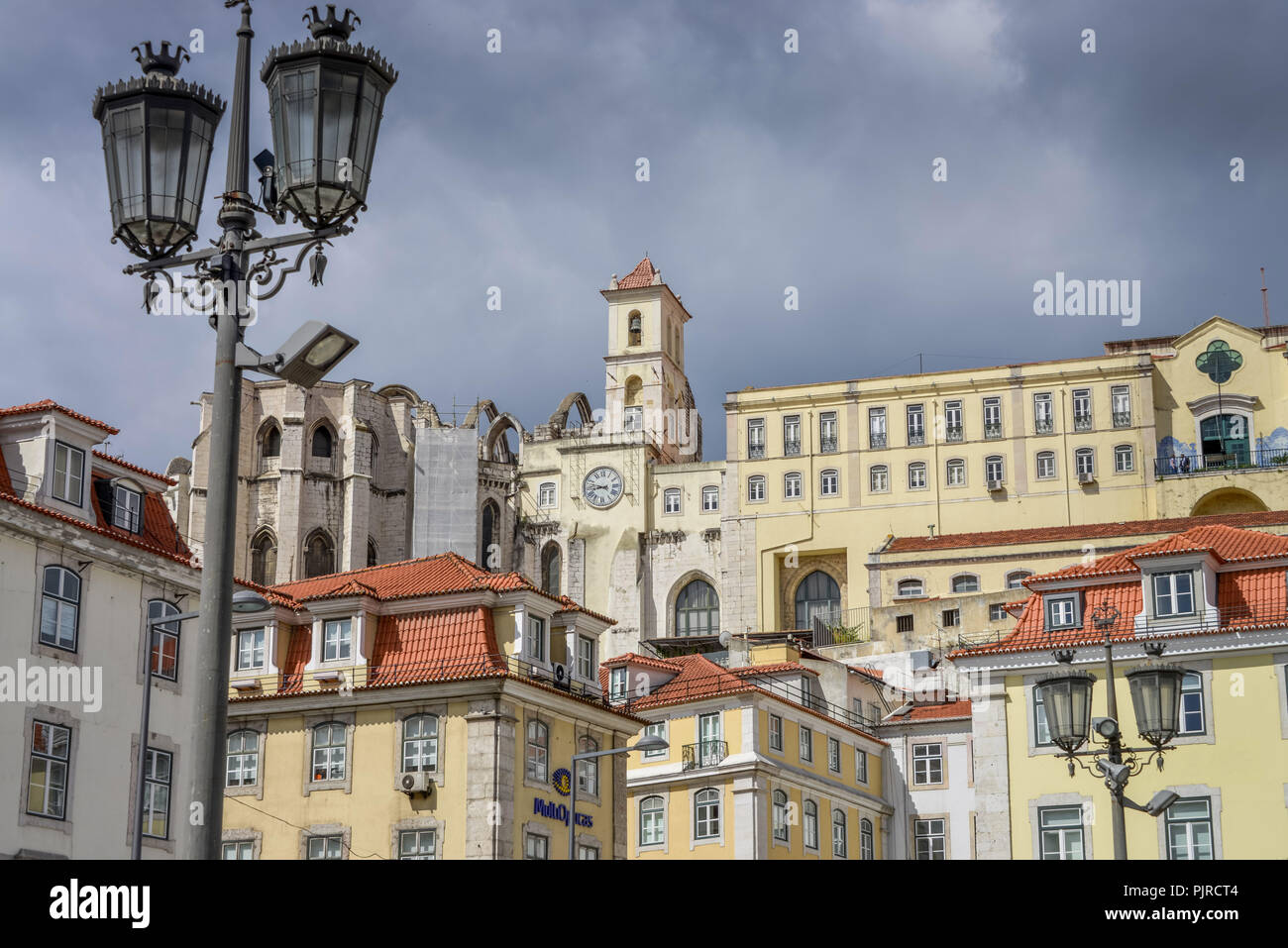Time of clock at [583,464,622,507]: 8:47
